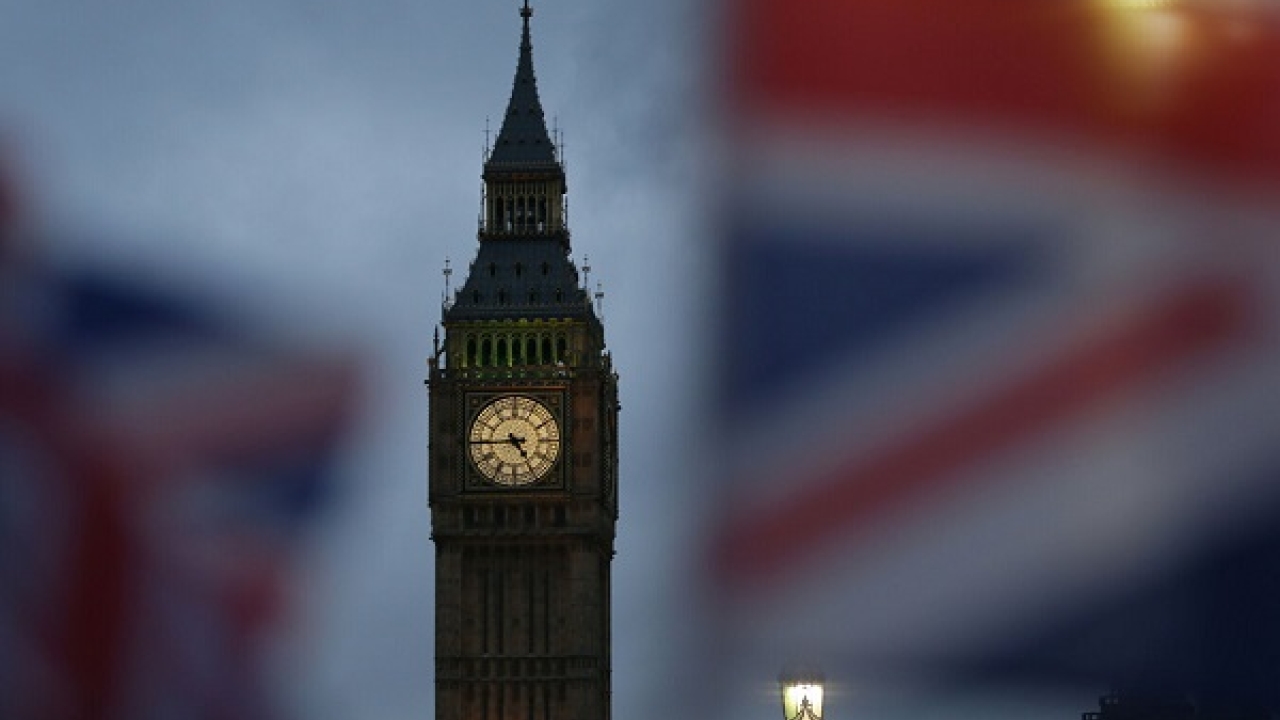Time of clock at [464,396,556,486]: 4:44
